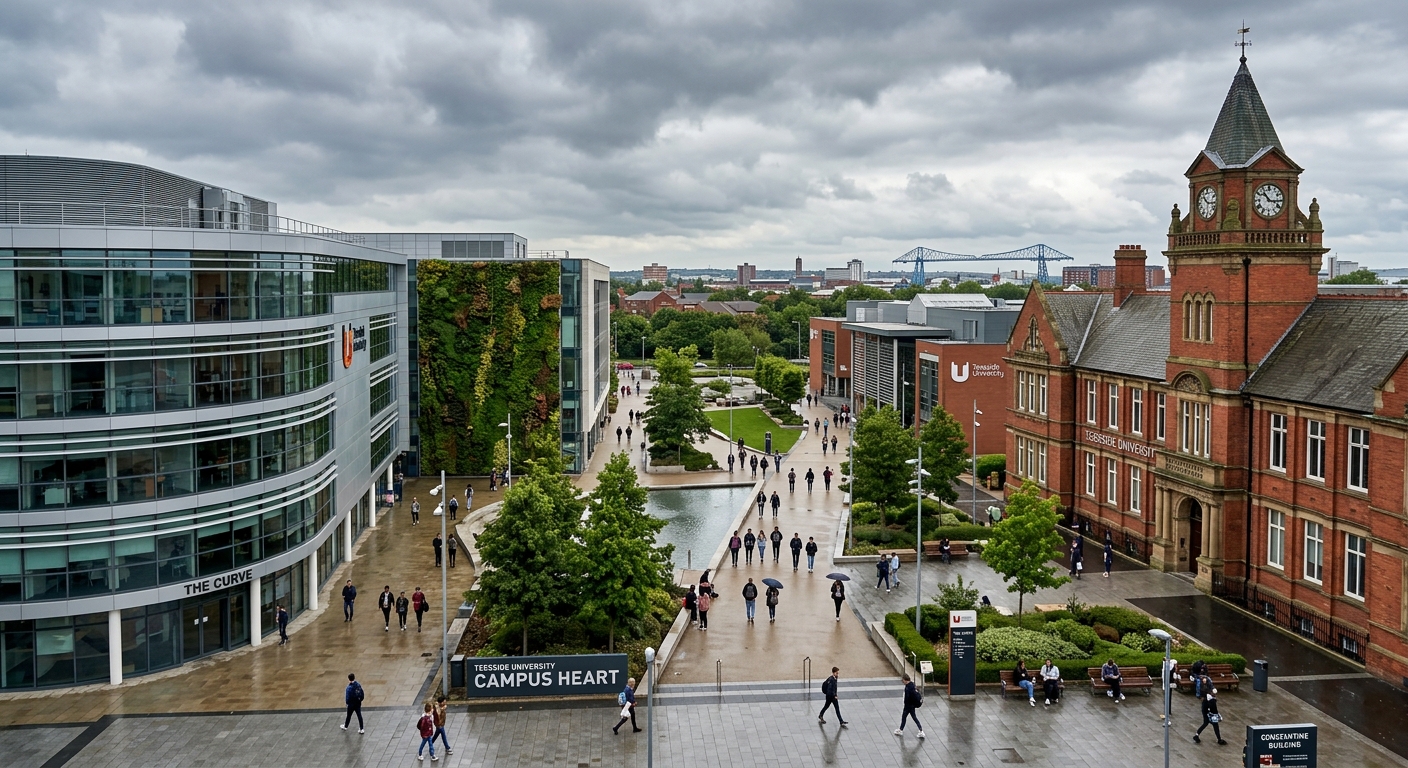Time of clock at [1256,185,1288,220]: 10:15
